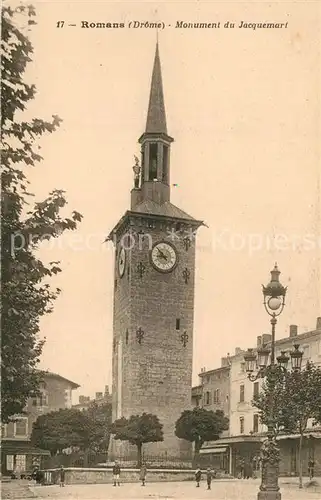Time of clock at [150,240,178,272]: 8:52
